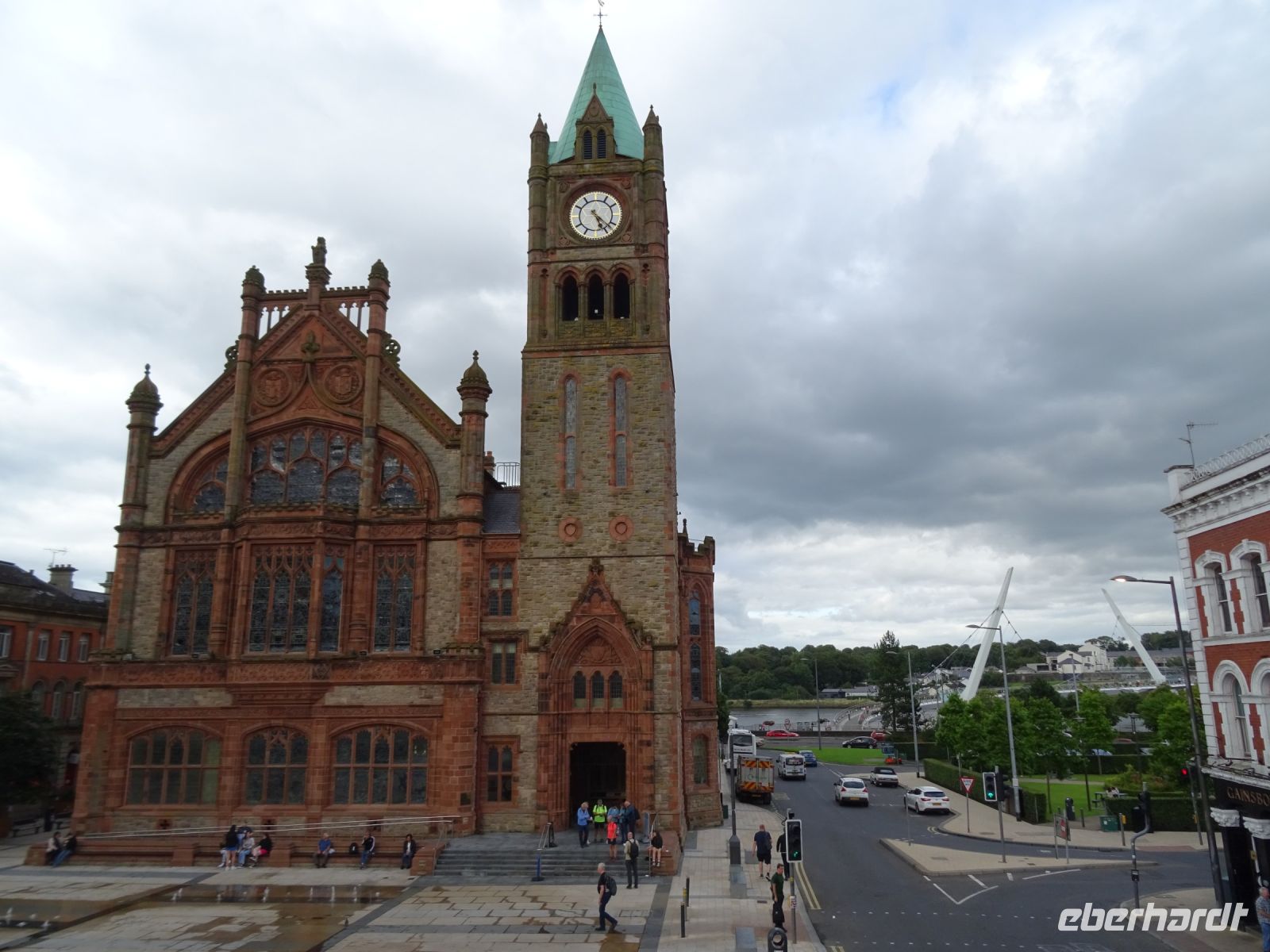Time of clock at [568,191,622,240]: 5:22
